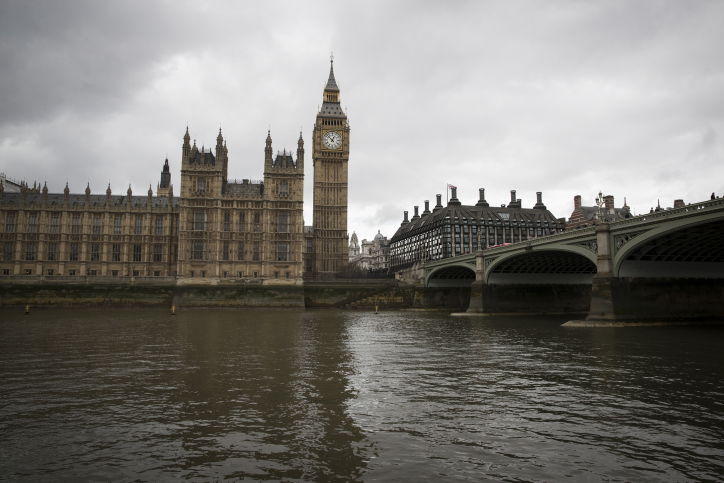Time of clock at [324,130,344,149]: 12:52
